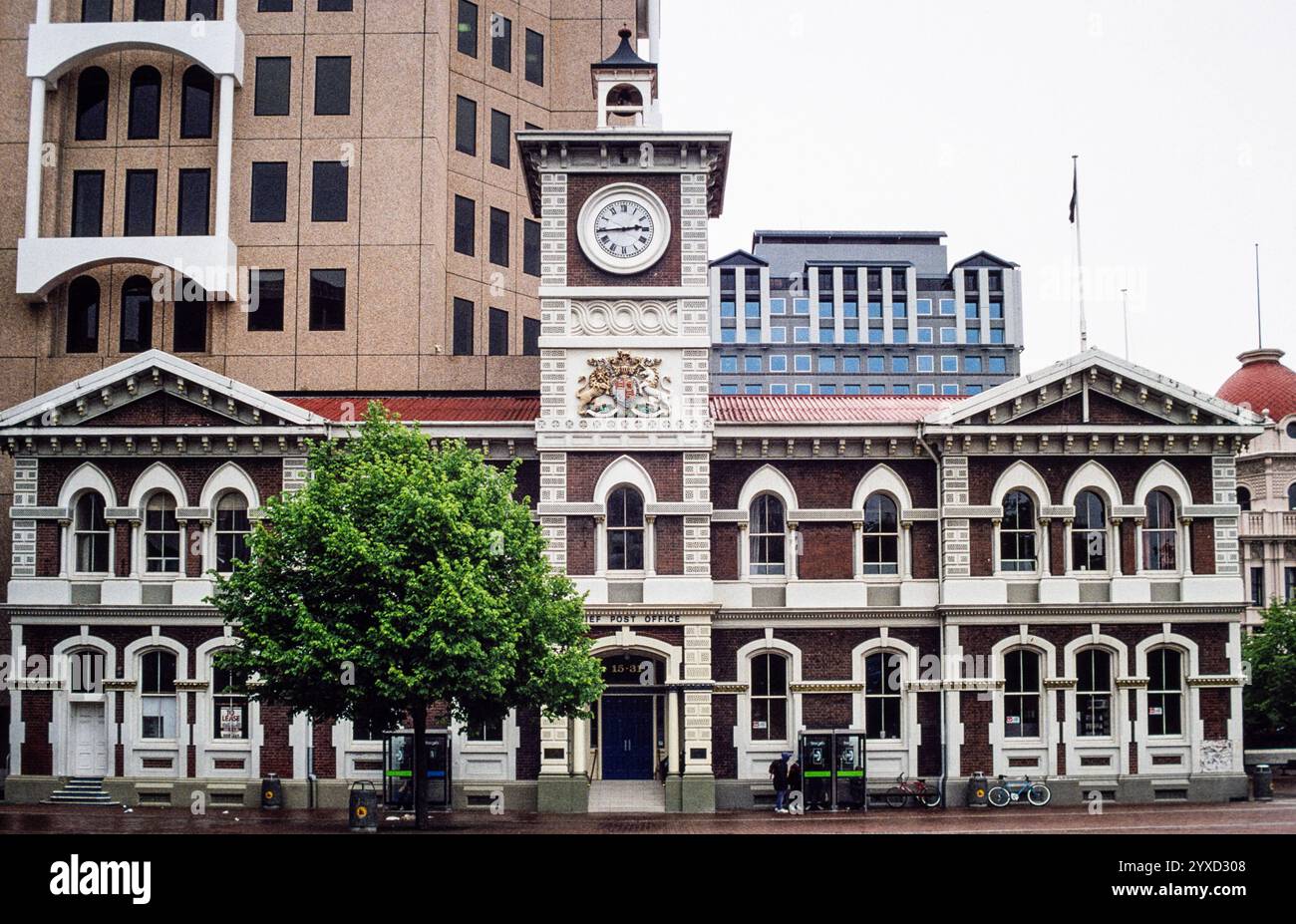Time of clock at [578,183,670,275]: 2:44
